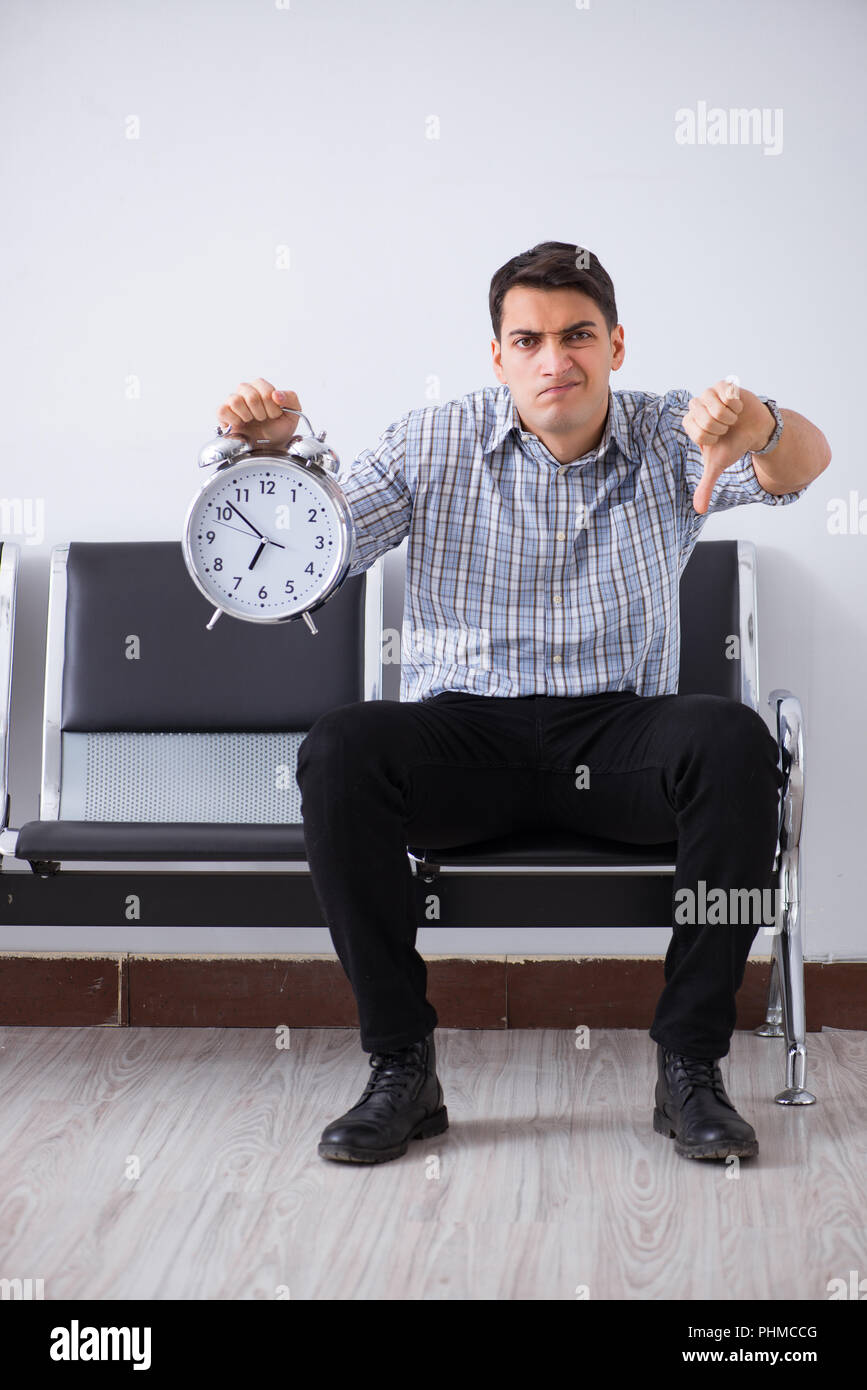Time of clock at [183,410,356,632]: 6:52
